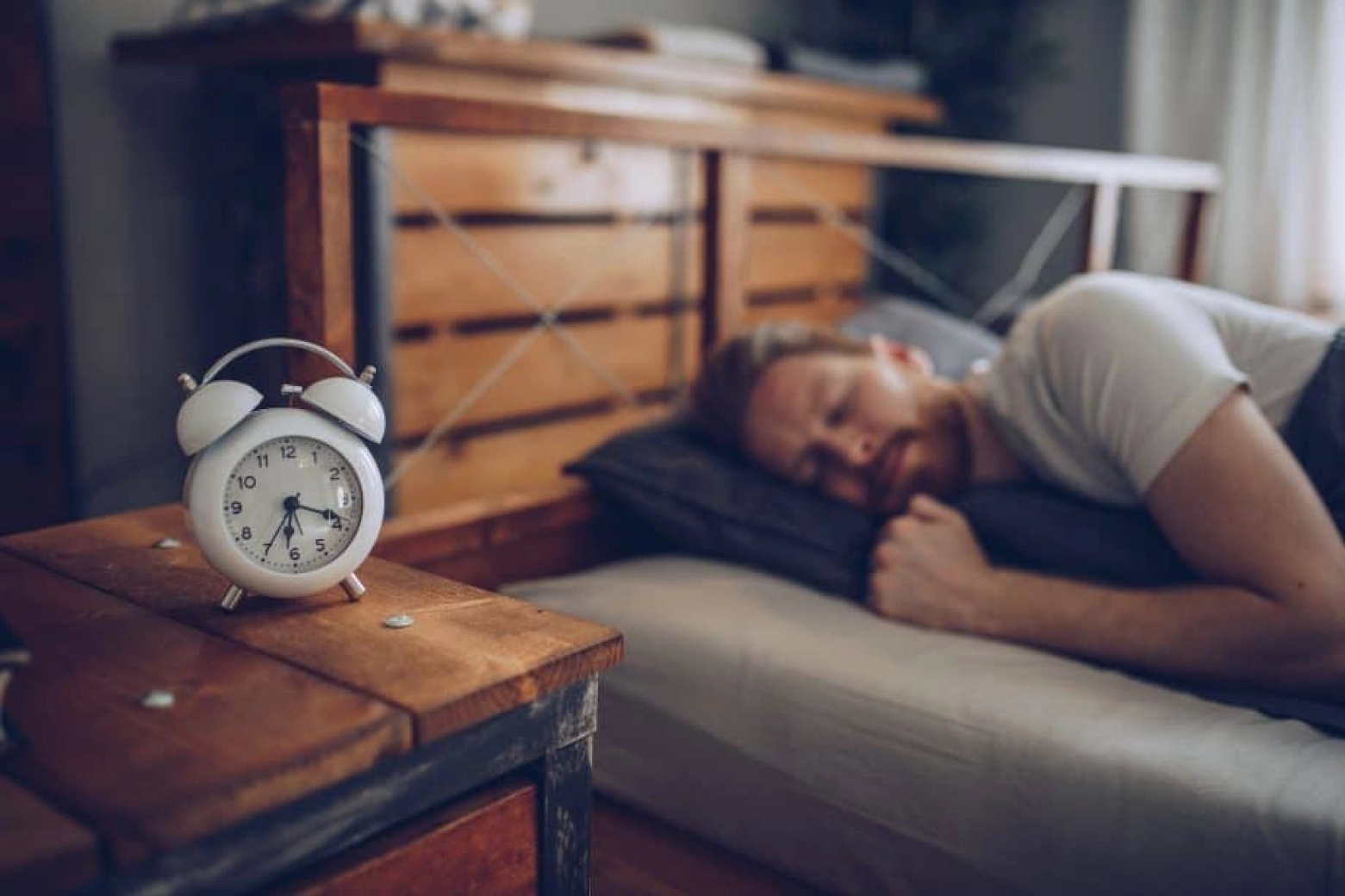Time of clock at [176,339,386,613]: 6:18
